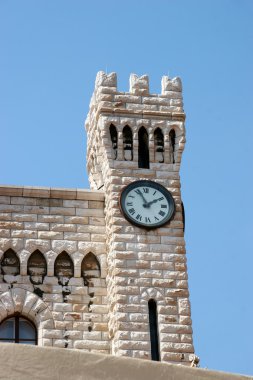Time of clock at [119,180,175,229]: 1:56
